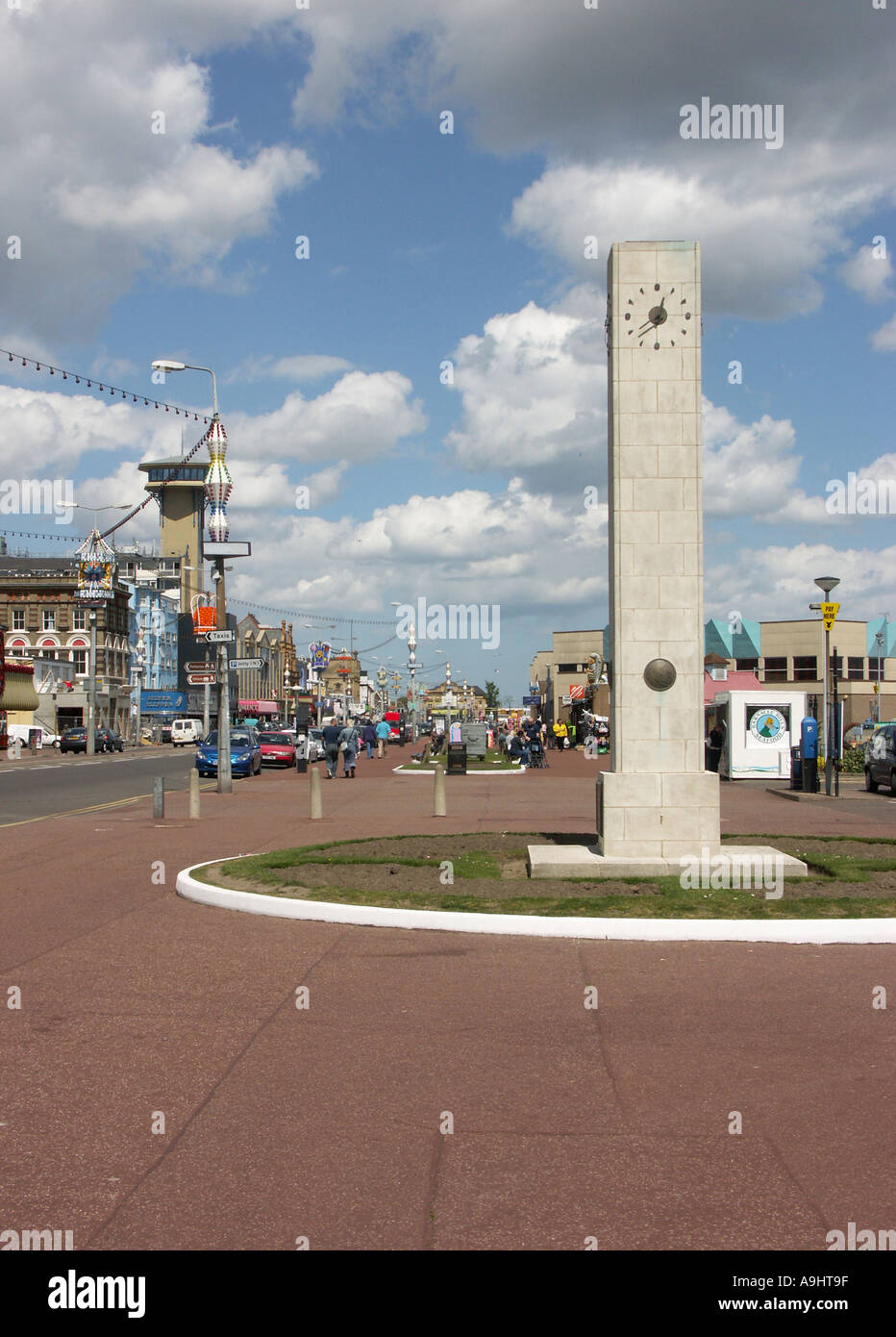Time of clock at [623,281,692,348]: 12:38
